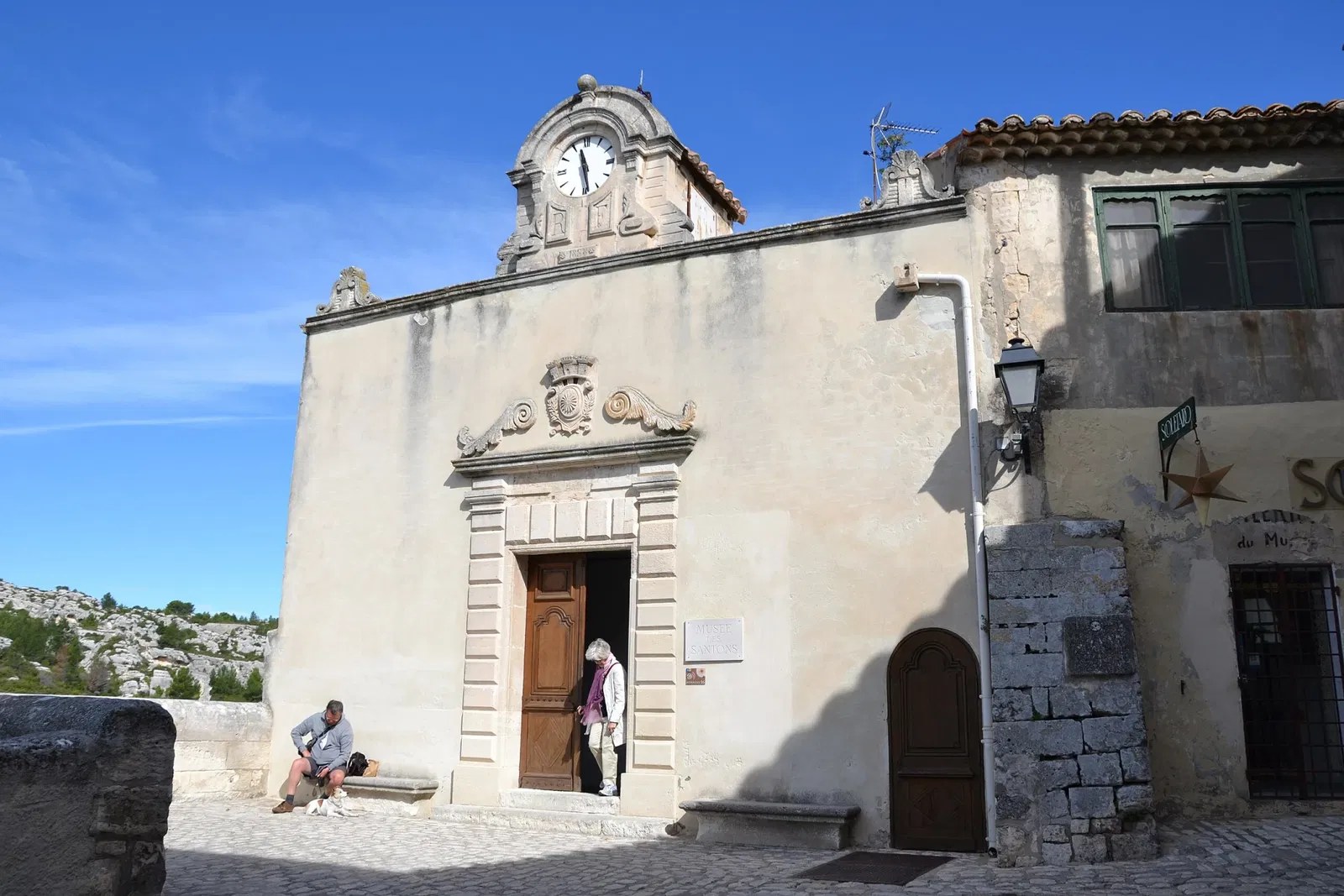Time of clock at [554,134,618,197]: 11:28
